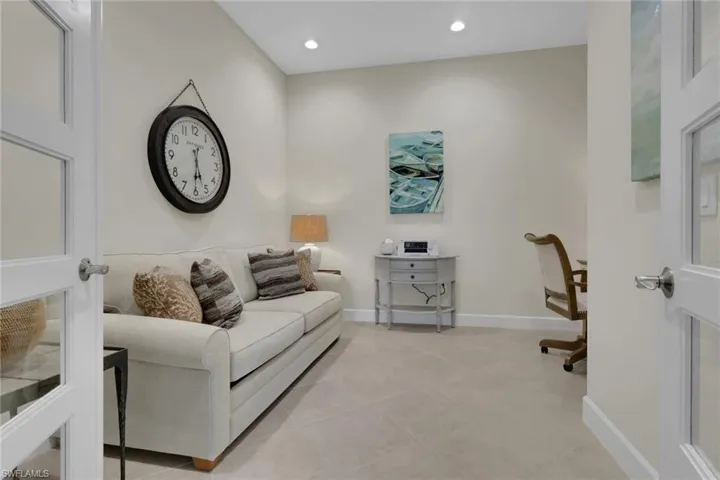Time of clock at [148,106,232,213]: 5:30
